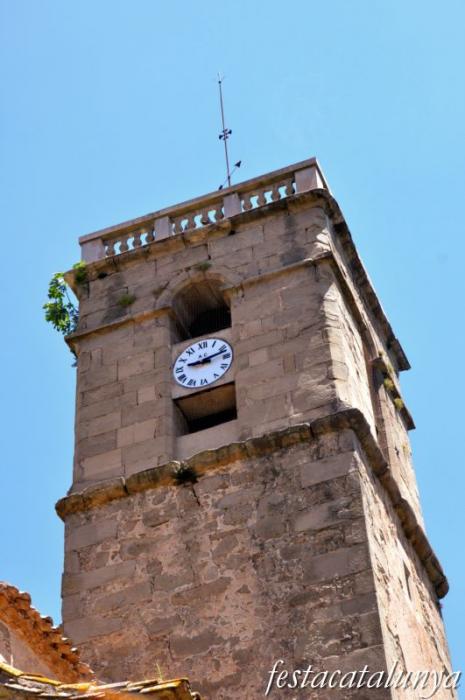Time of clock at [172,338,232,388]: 9:12
